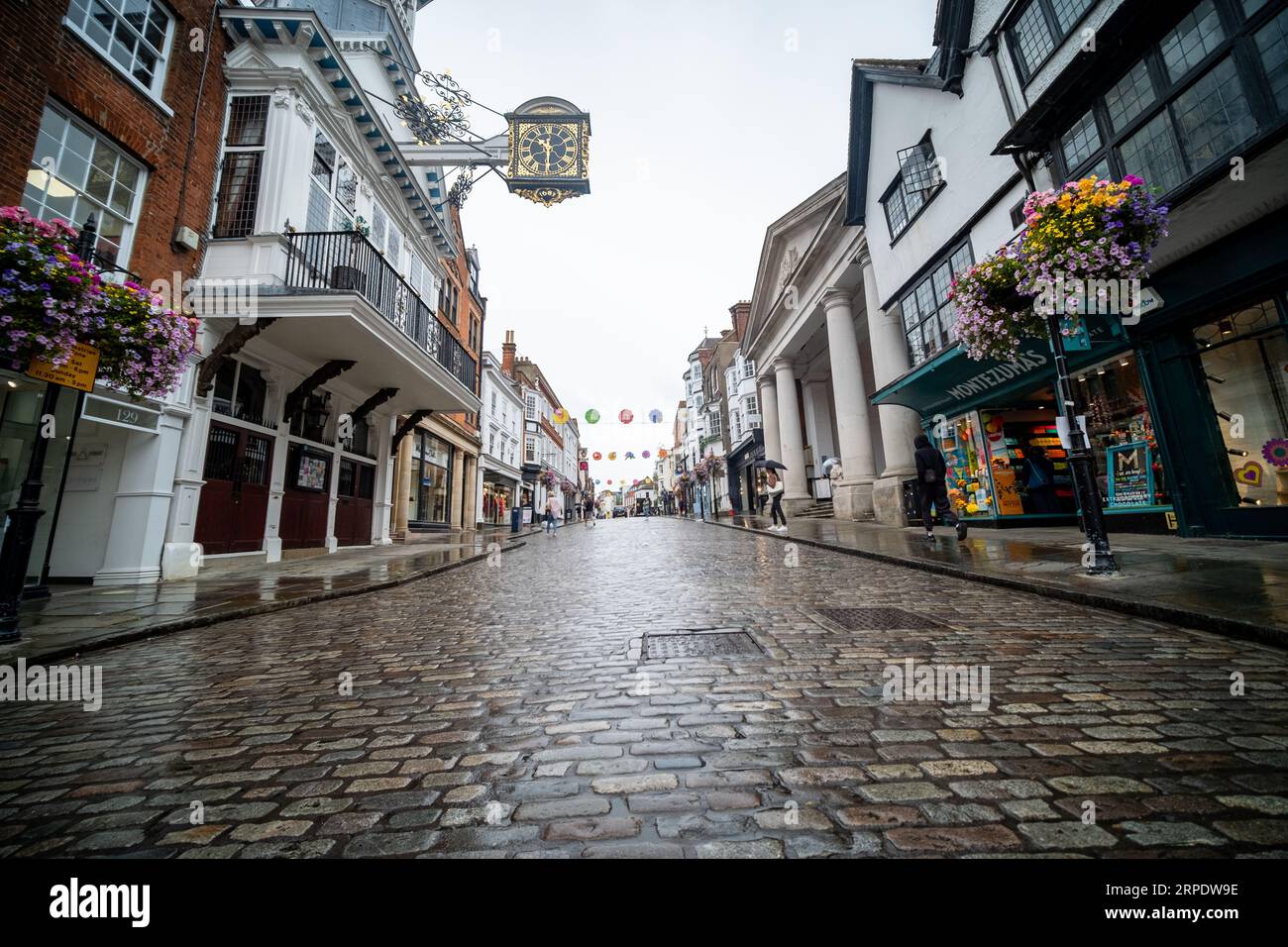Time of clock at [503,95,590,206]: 10:30
